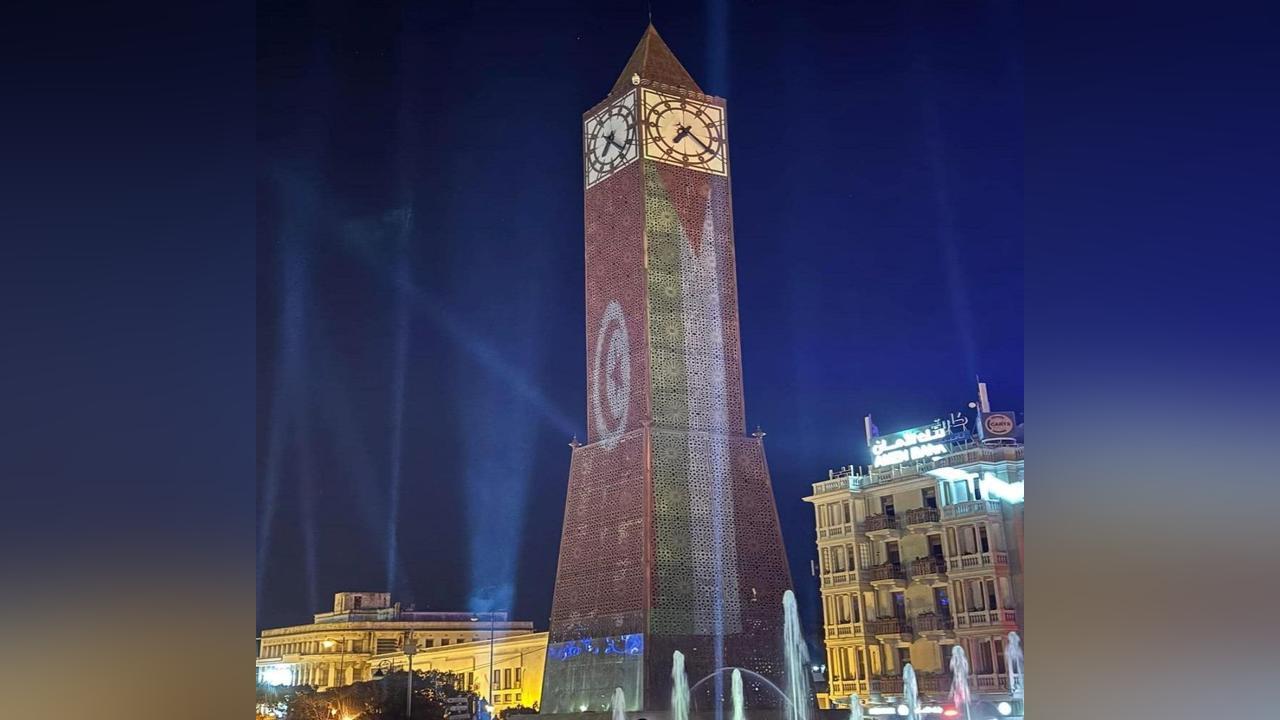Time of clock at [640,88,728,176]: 7:21
